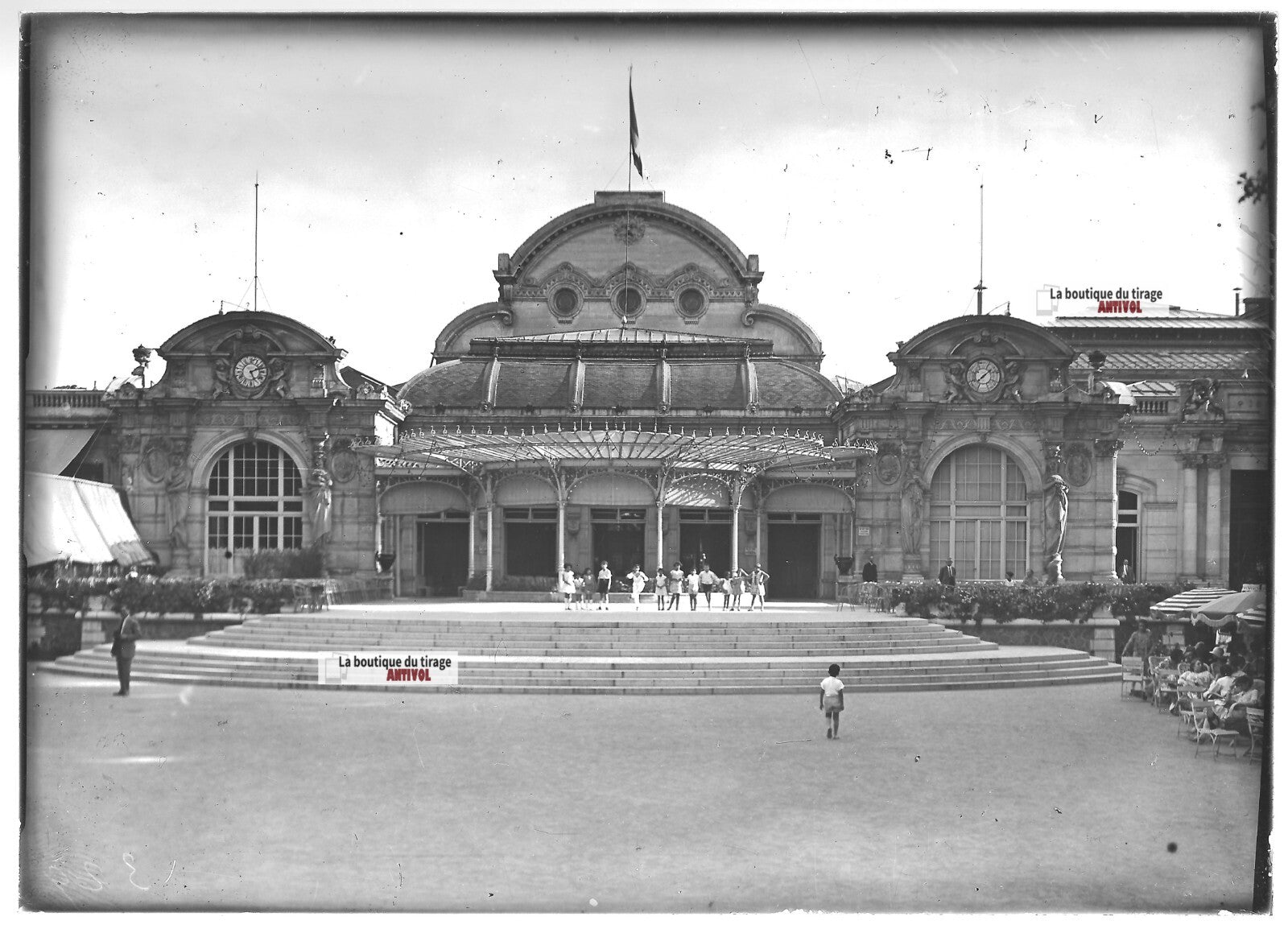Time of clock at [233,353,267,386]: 5:11
